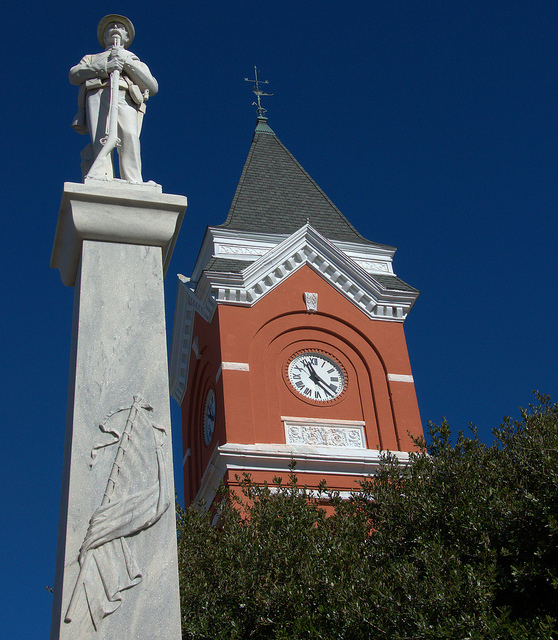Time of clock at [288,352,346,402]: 11:21
